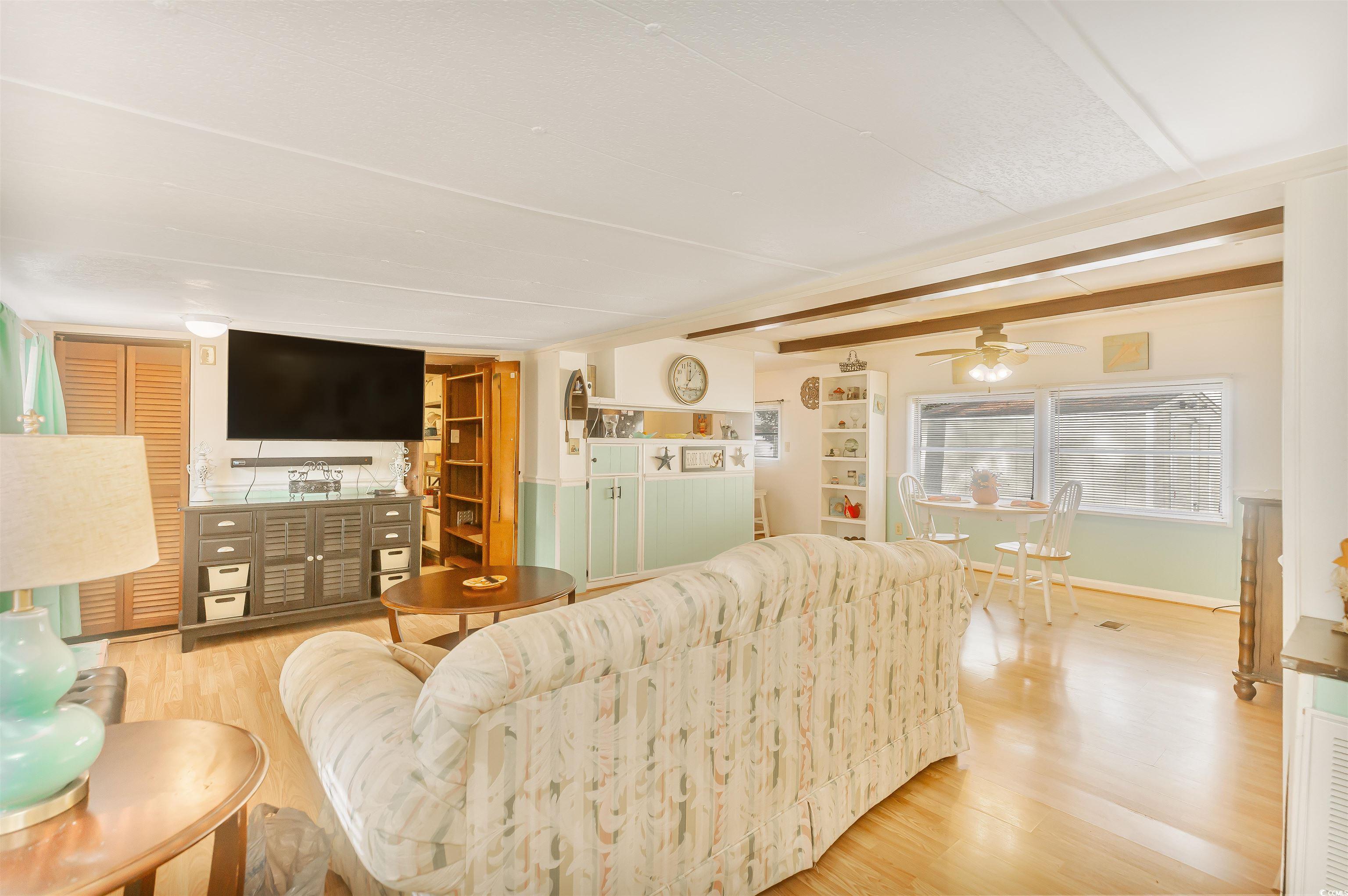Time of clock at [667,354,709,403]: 7:01
